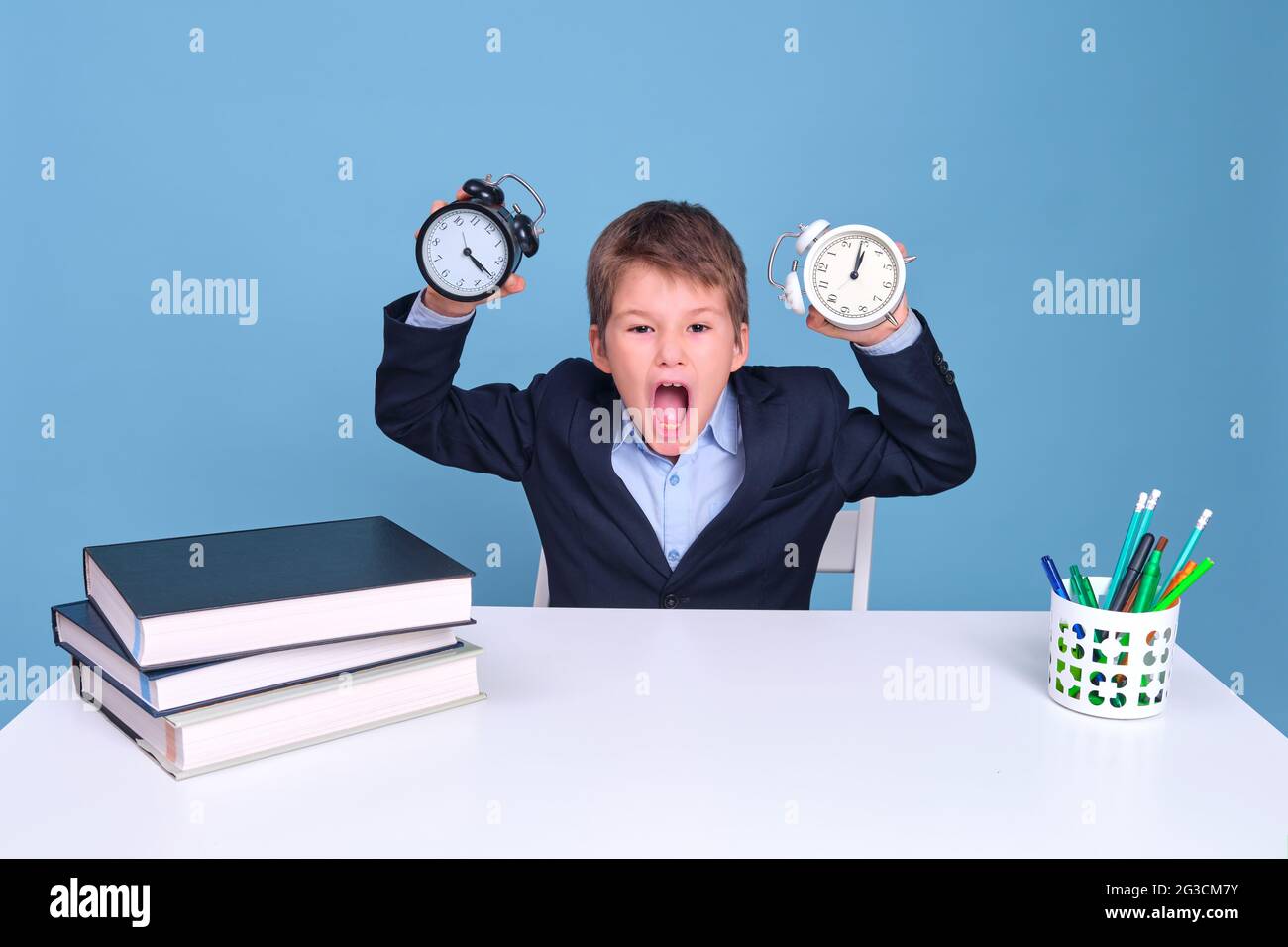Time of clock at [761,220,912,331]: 1:02
